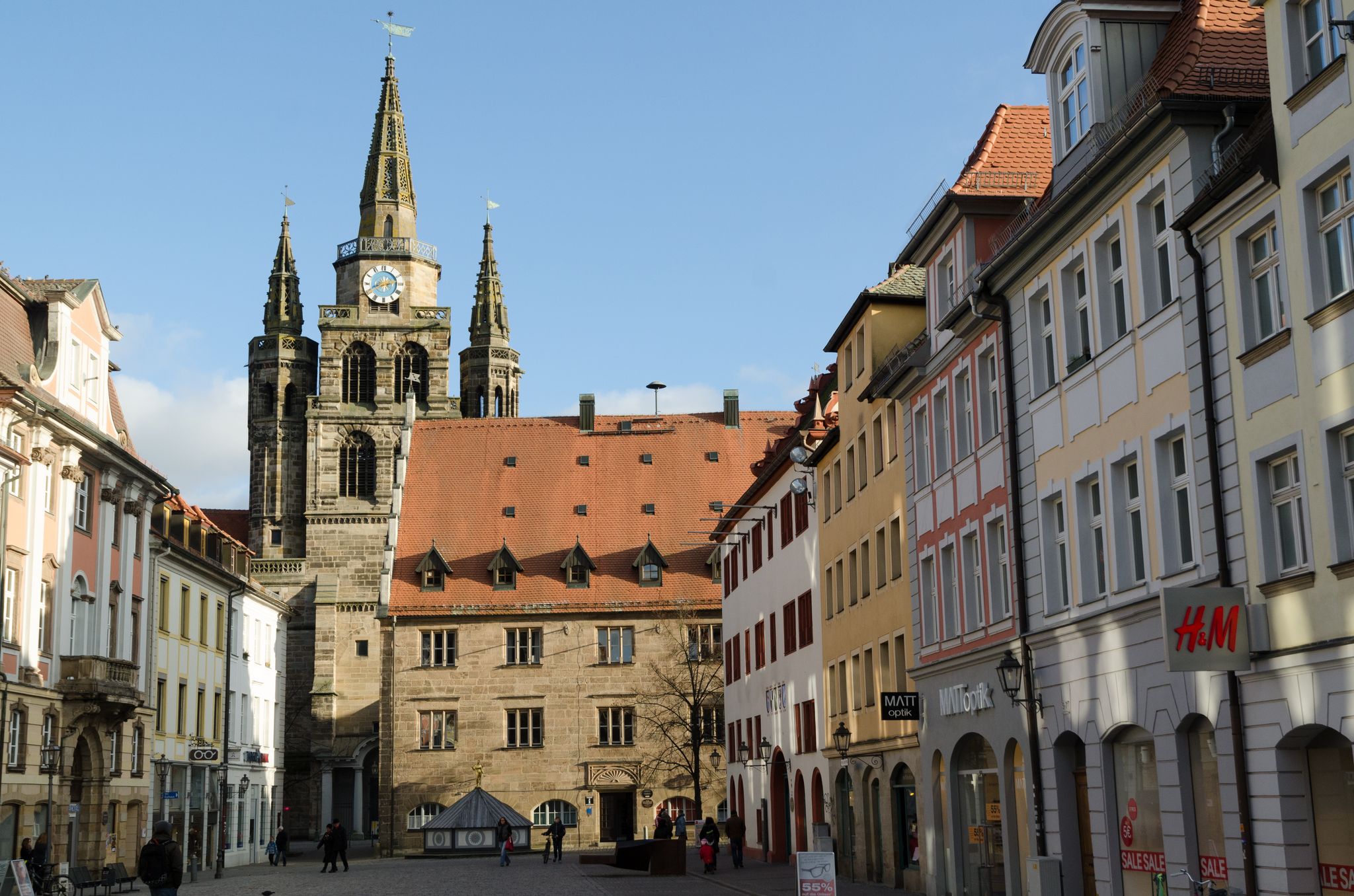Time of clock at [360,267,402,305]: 2:40
